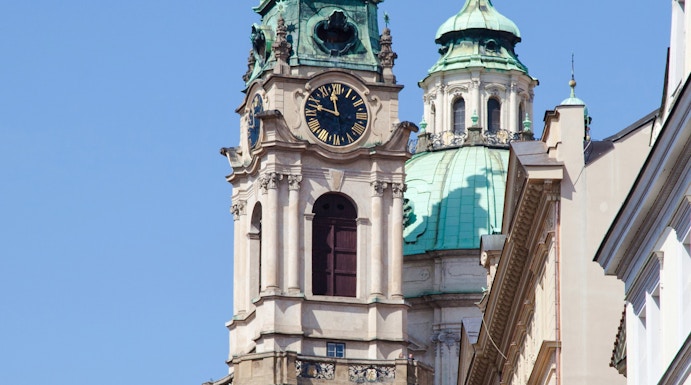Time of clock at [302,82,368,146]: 11:47
